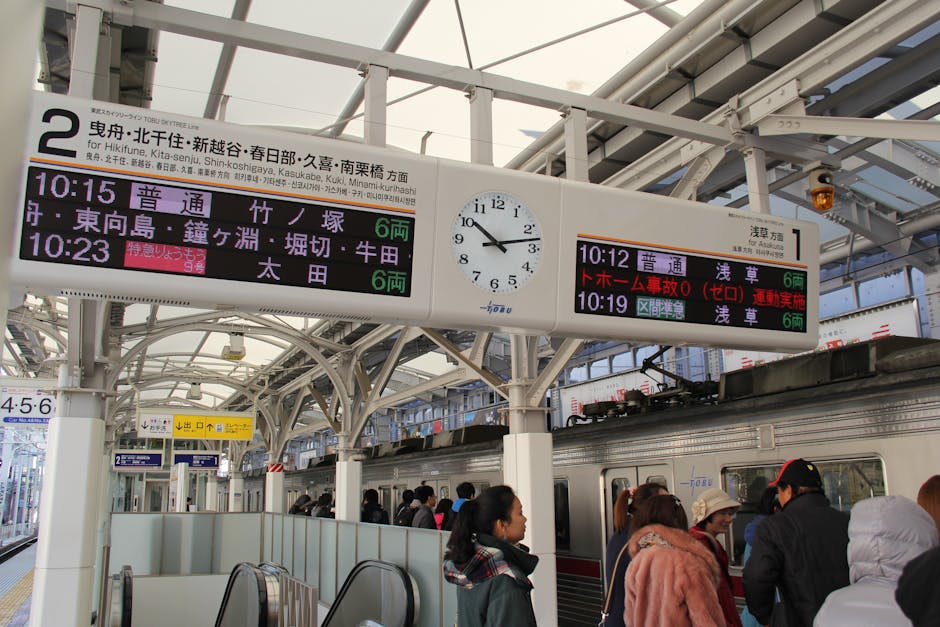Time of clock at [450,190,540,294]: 10:12
